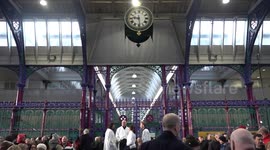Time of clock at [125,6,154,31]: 9:28
